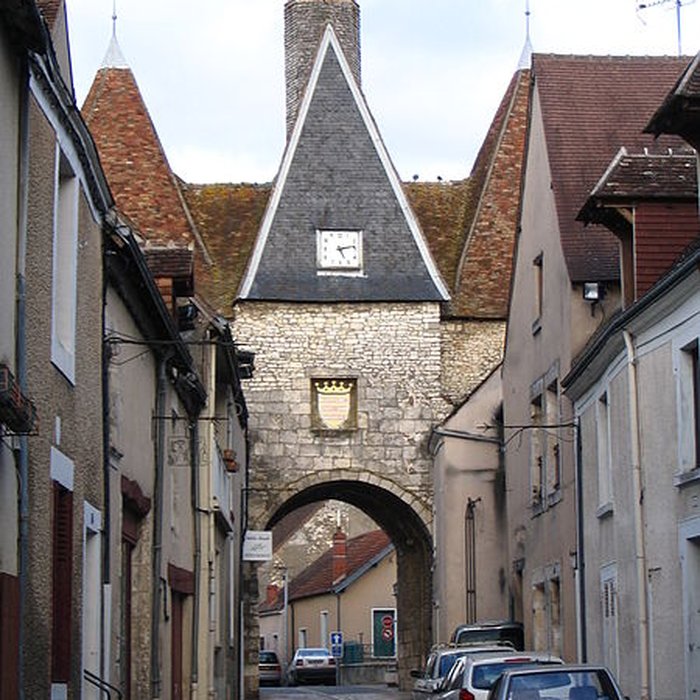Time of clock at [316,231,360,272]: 5:13
